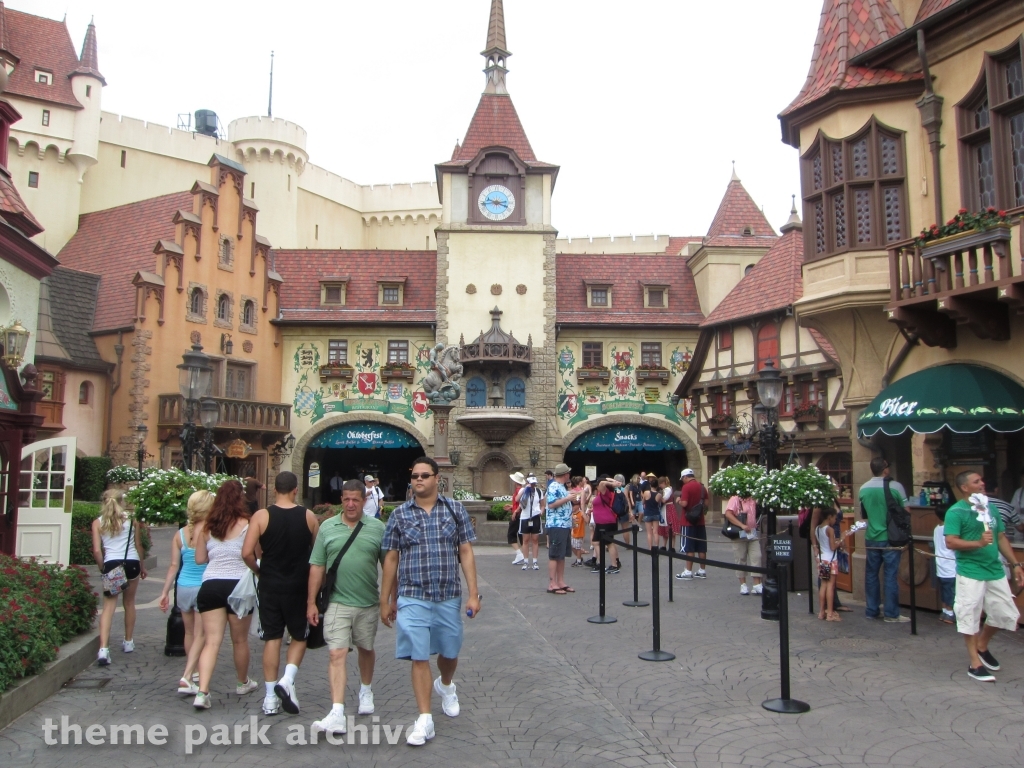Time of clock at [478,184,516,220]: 3:43
